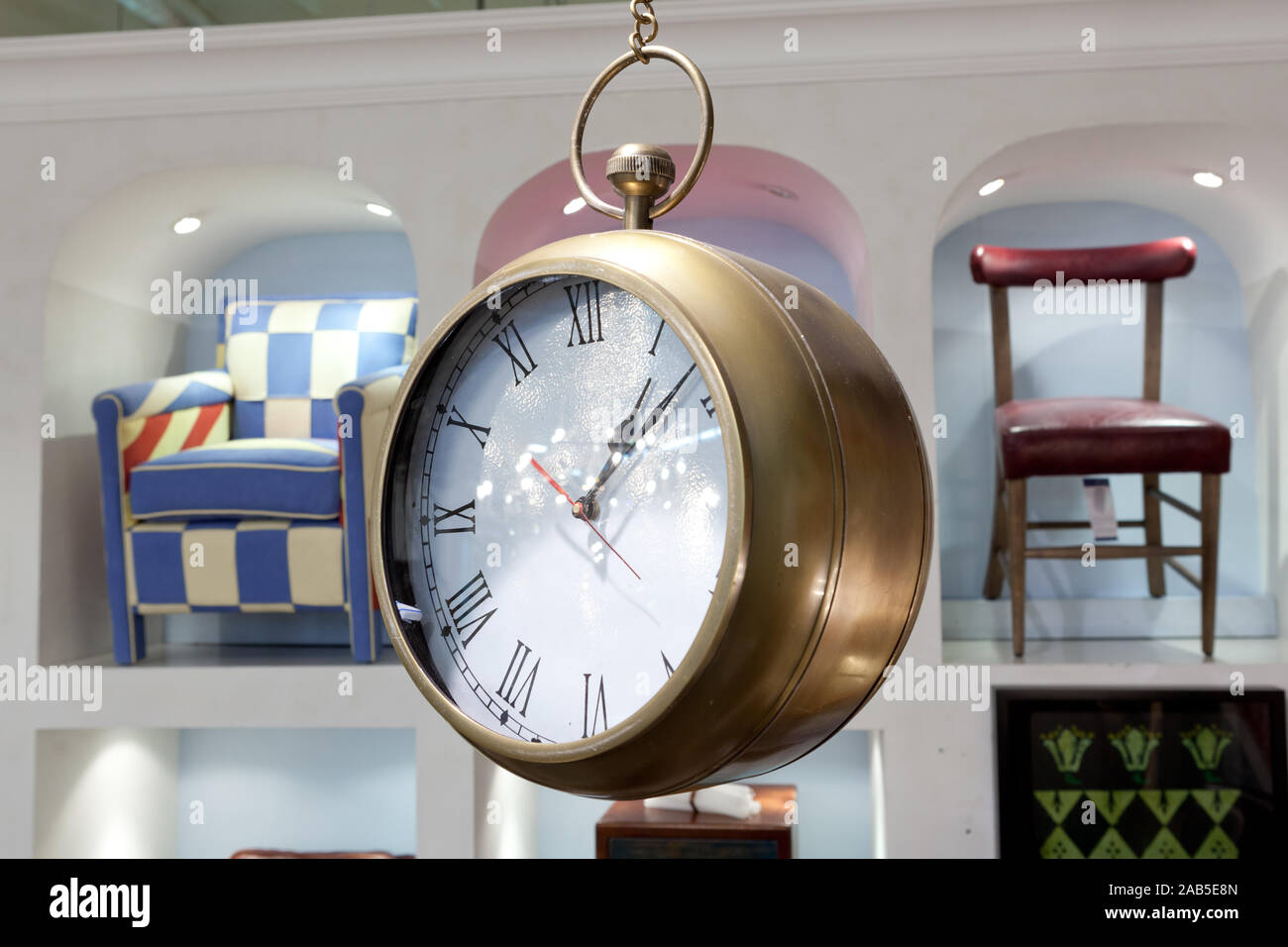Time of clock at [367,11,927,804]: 10:07
